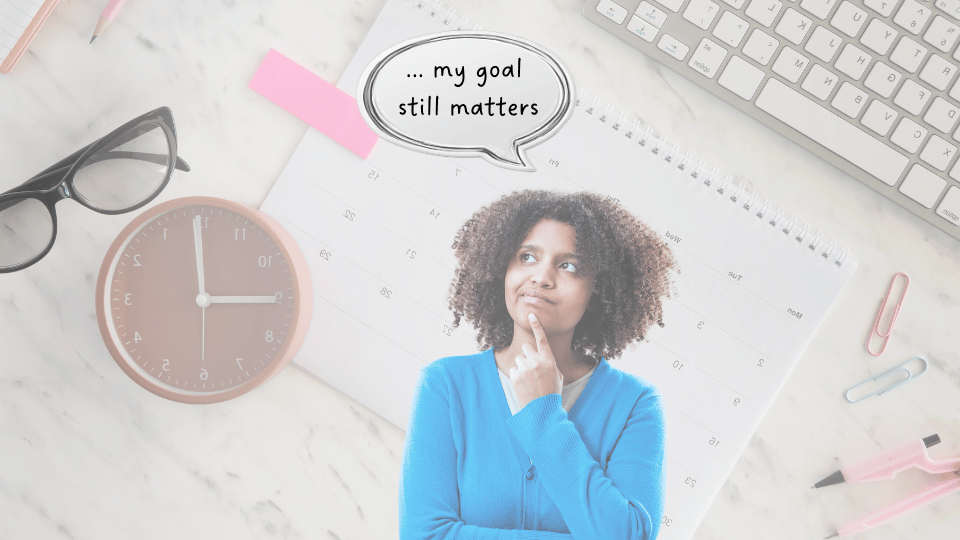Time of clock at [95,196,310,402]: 2:59
